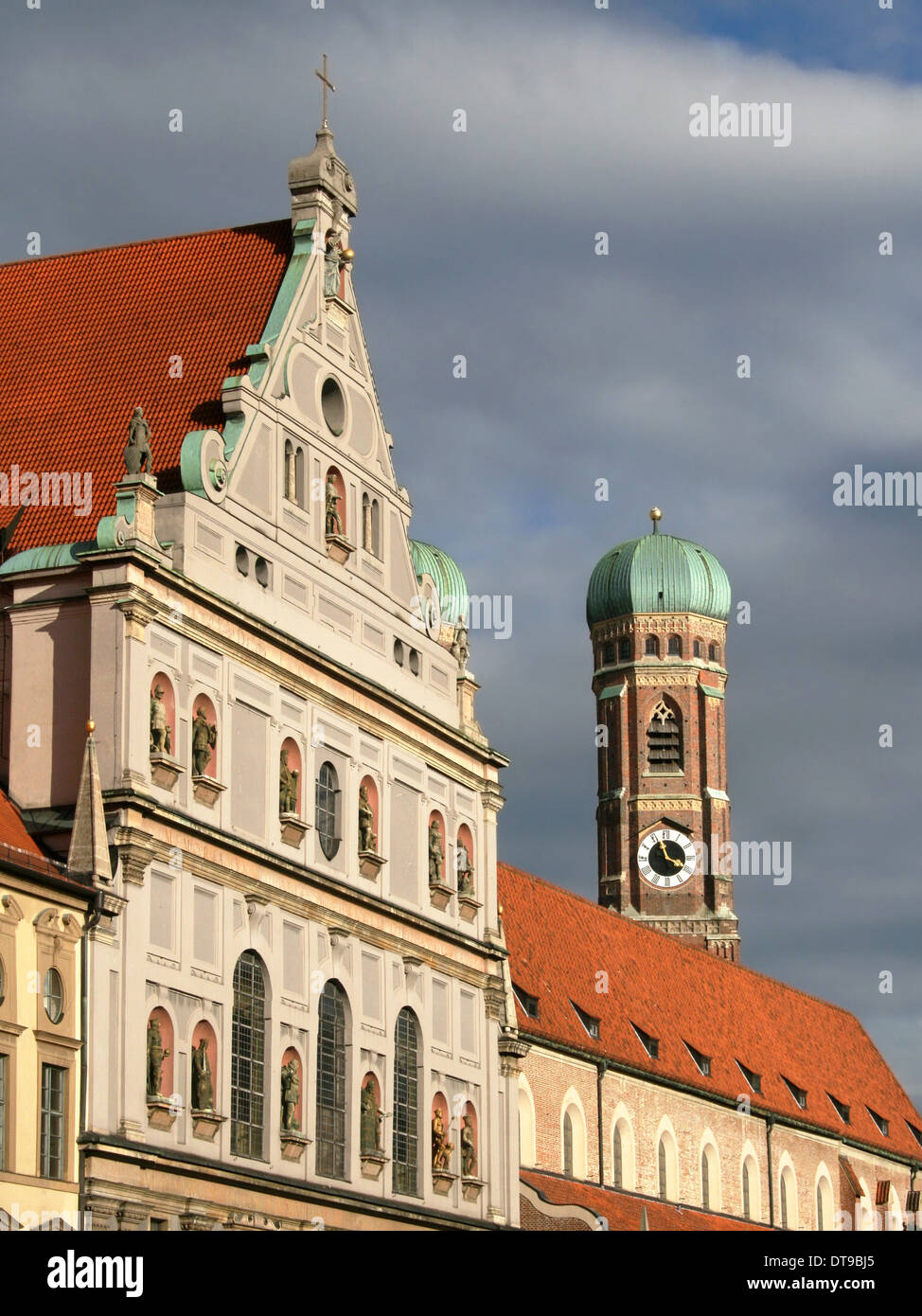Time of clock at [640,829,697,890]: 3:57
